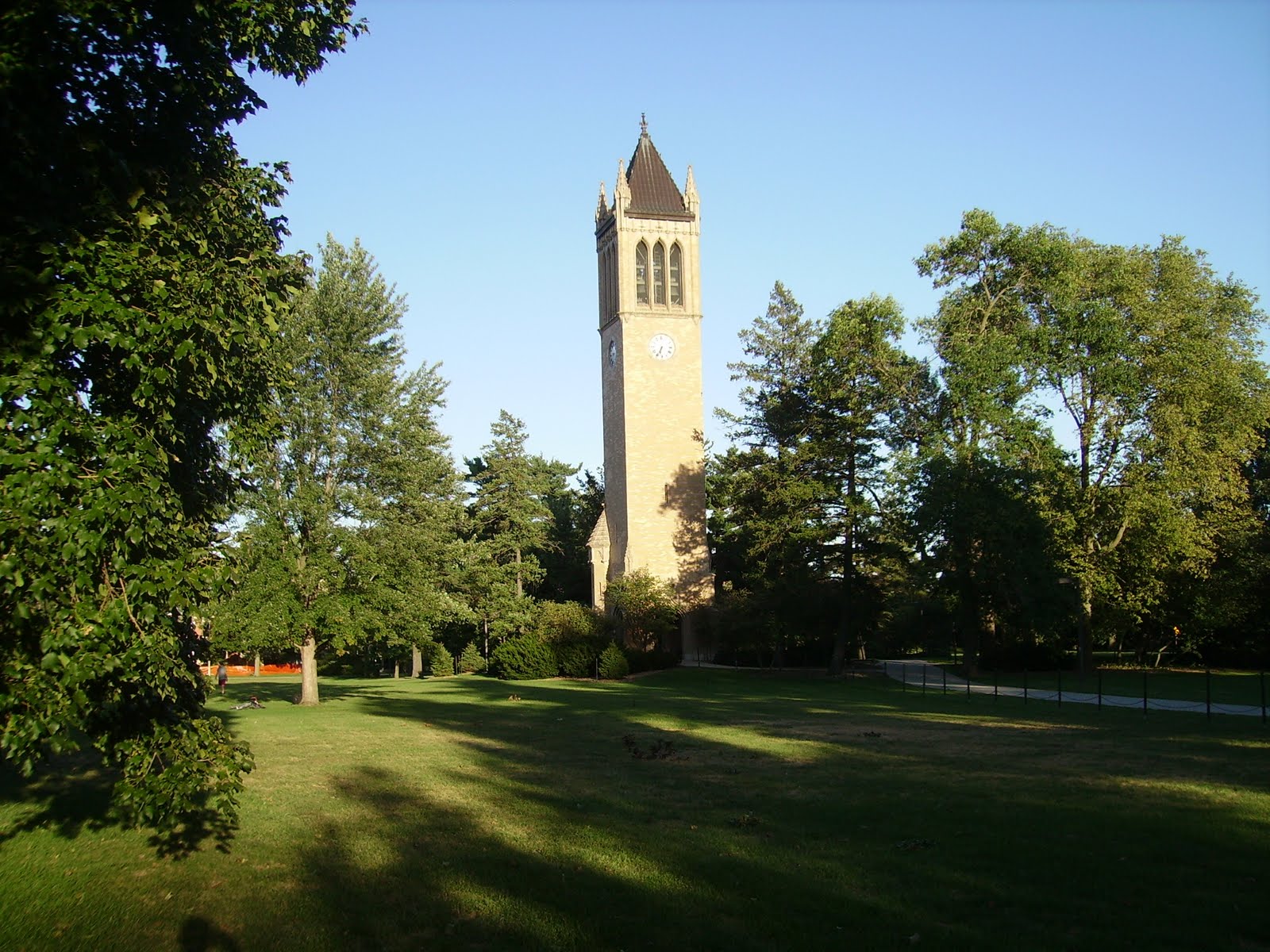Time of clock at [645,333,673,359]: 6:34
